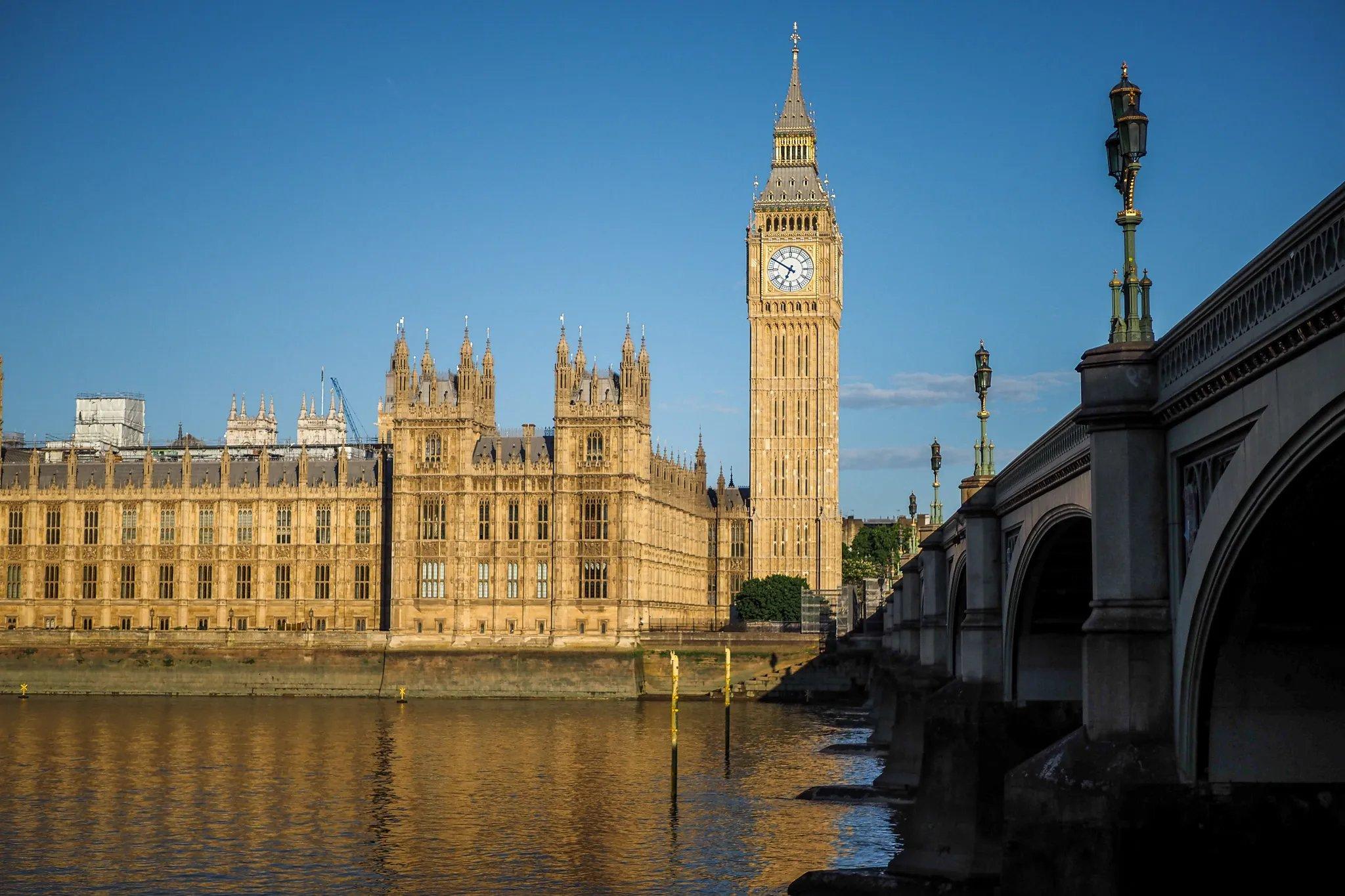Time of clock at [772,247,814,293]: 6:50
